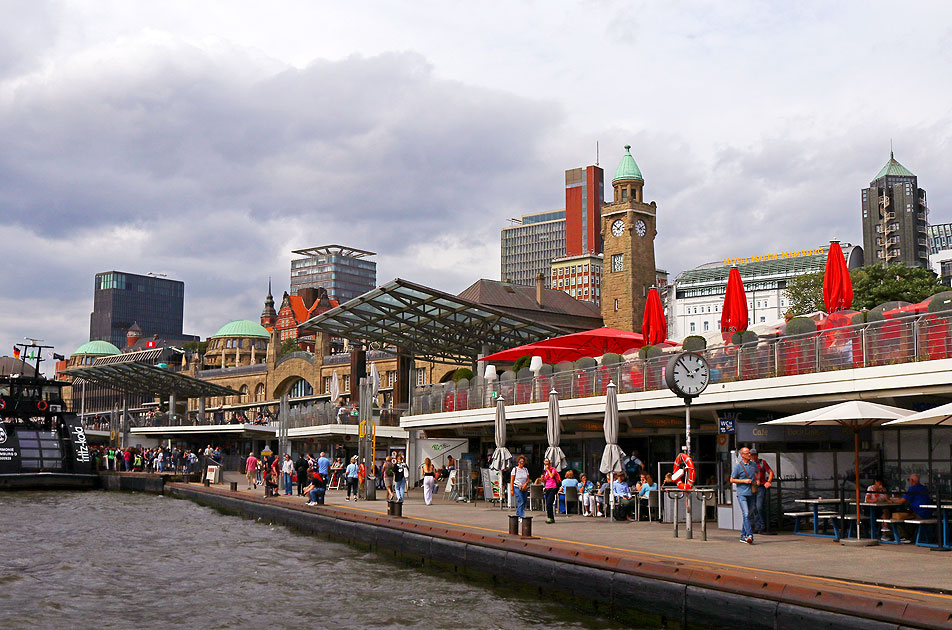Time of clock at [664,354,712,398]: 1:52
